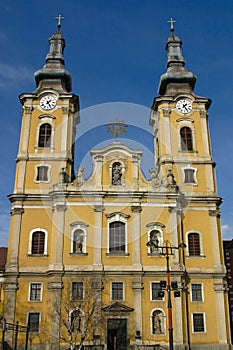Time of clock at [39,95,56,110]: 1:24
